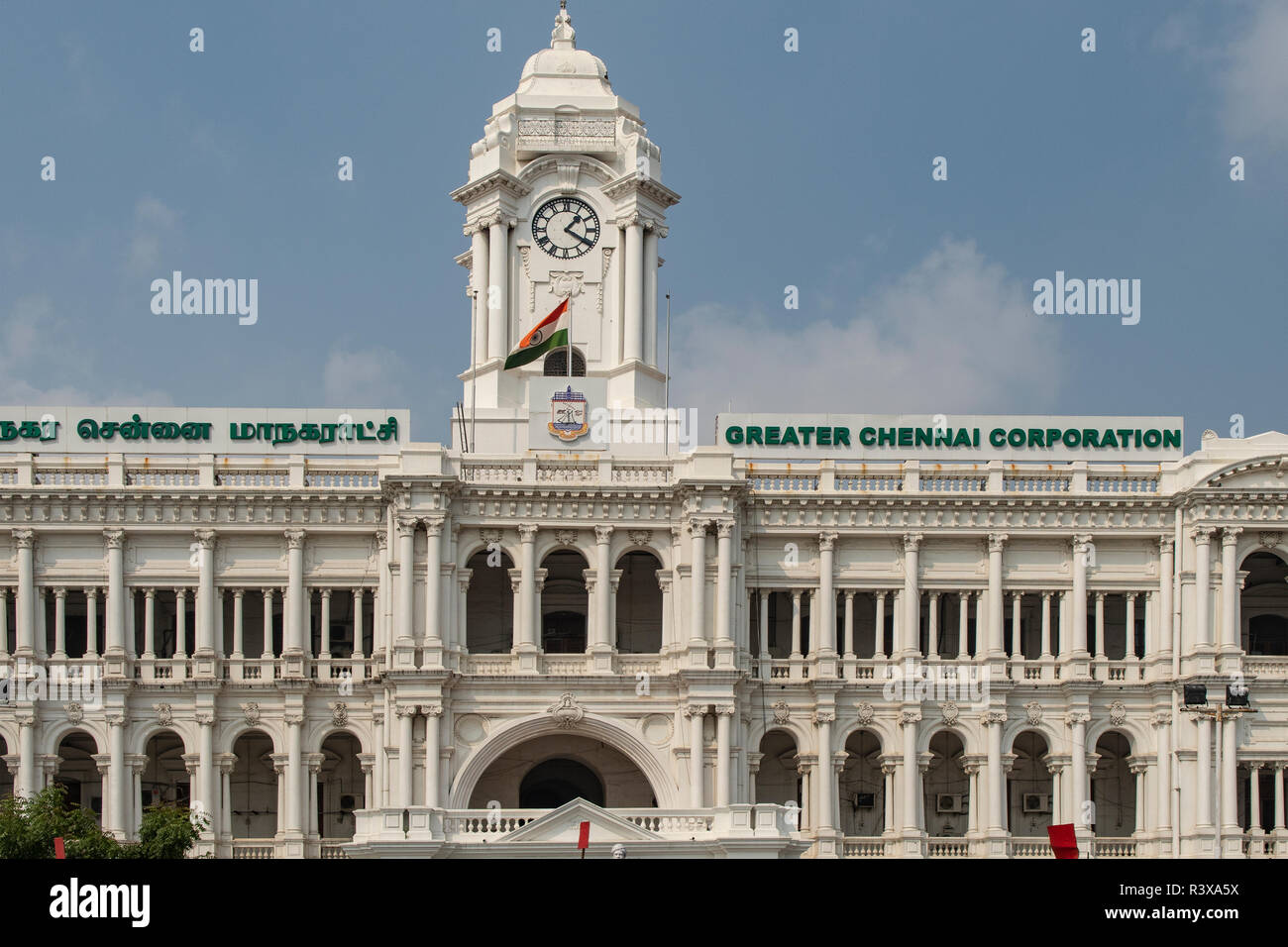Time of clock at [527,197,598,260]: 1:20
